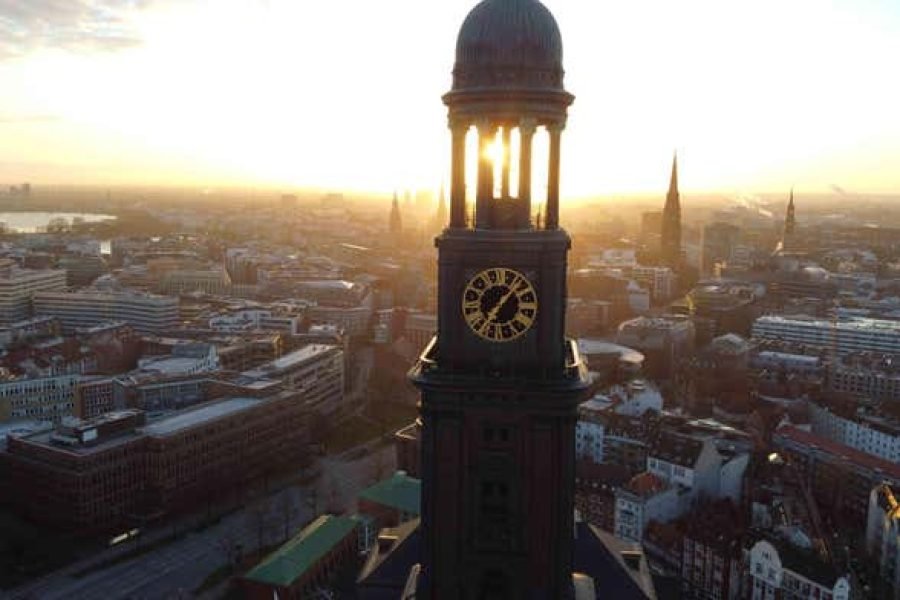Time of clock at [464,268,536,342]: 7:07
